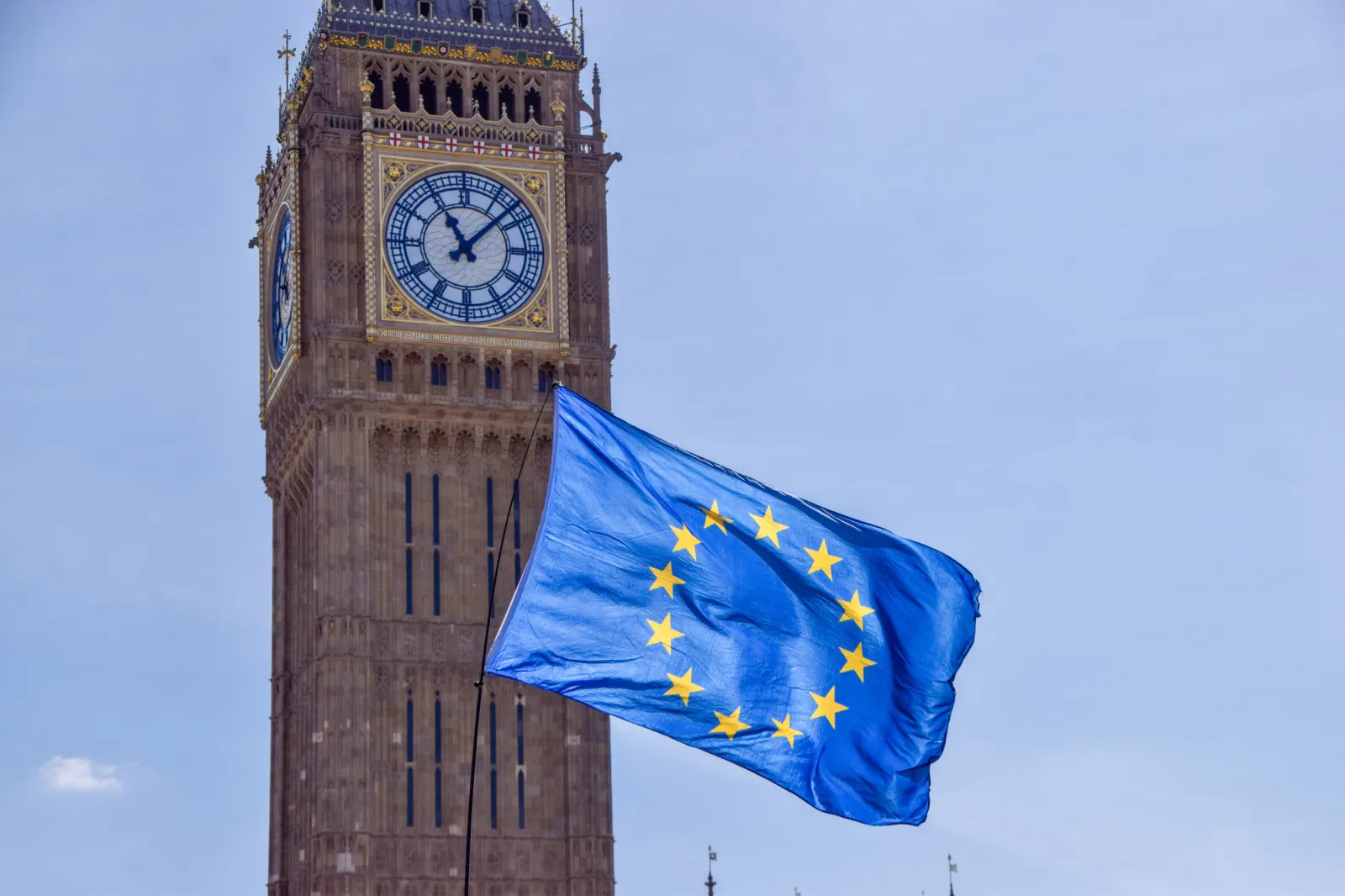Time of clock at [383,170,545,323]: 11:07
